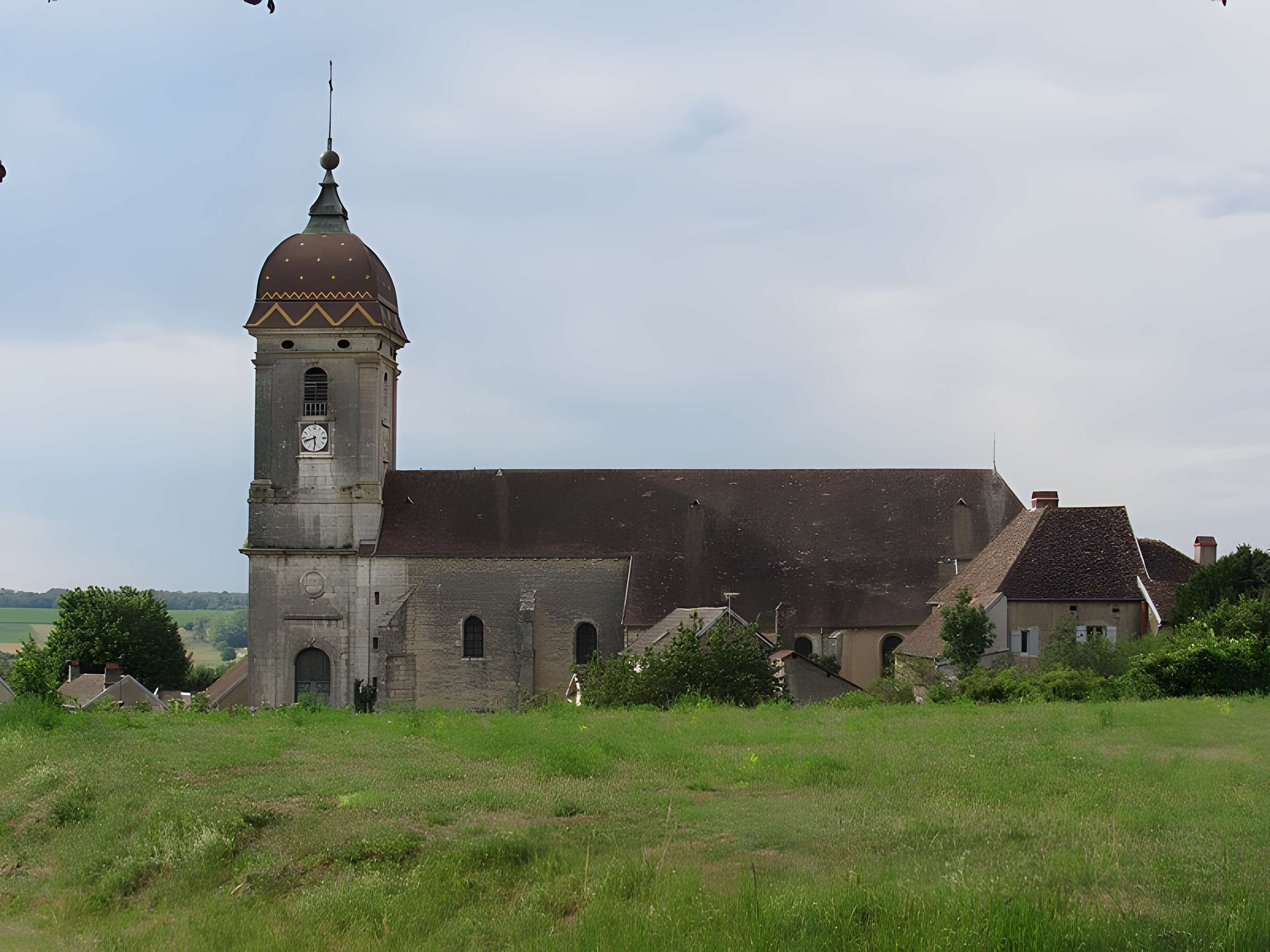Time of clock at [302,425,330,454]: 8:29
